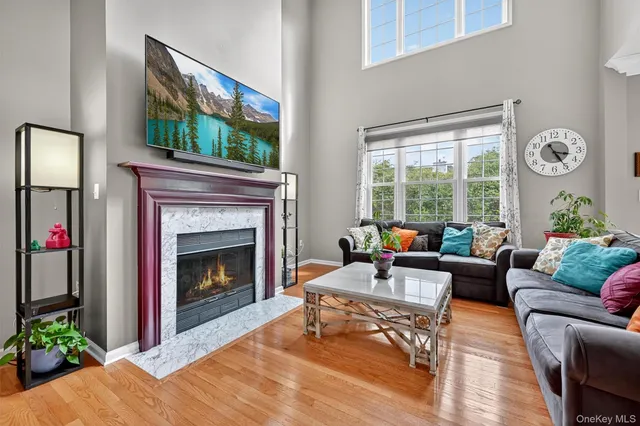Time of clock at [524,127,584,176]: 3:25
